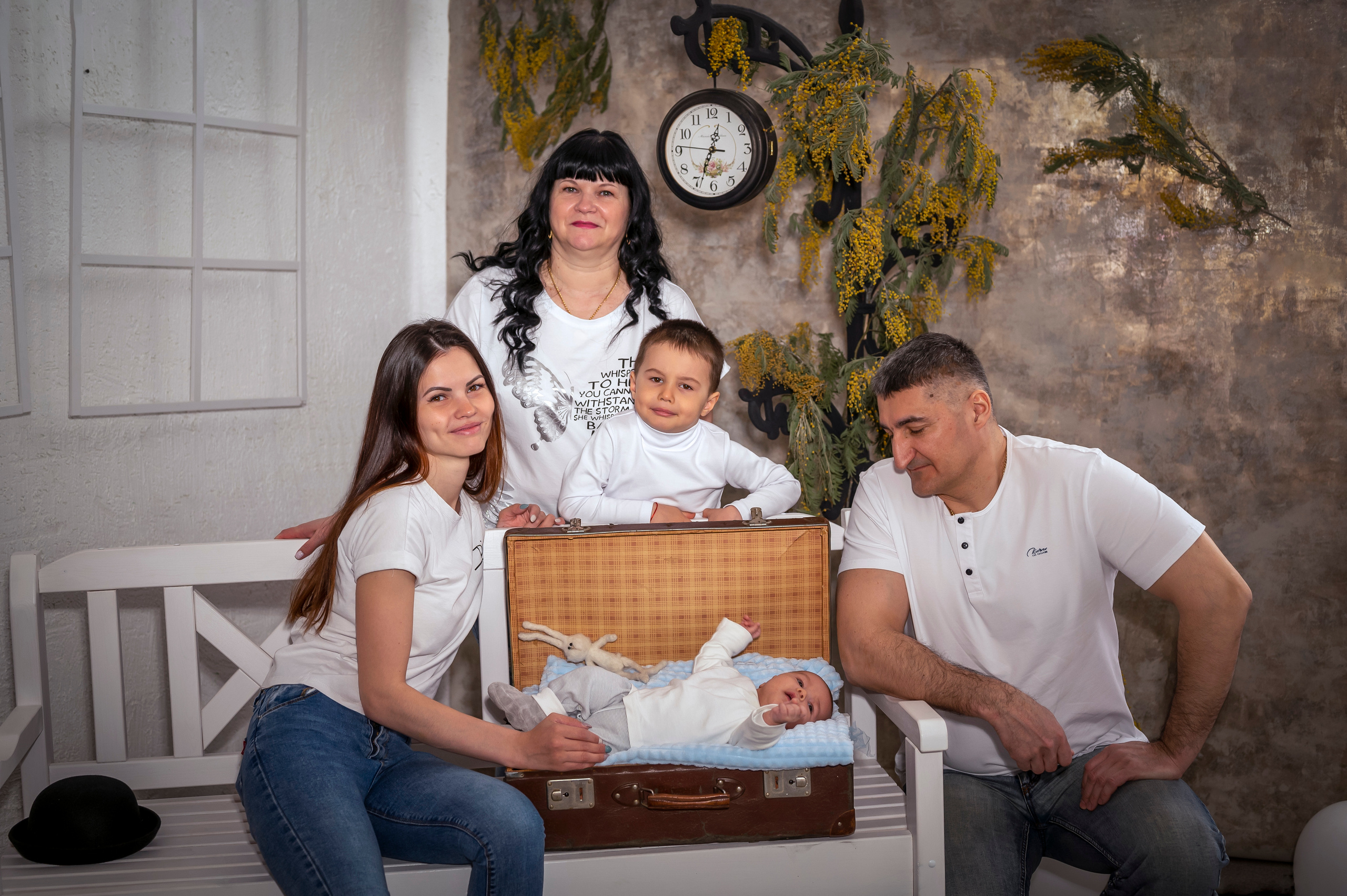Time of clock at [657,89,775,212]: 12:33
